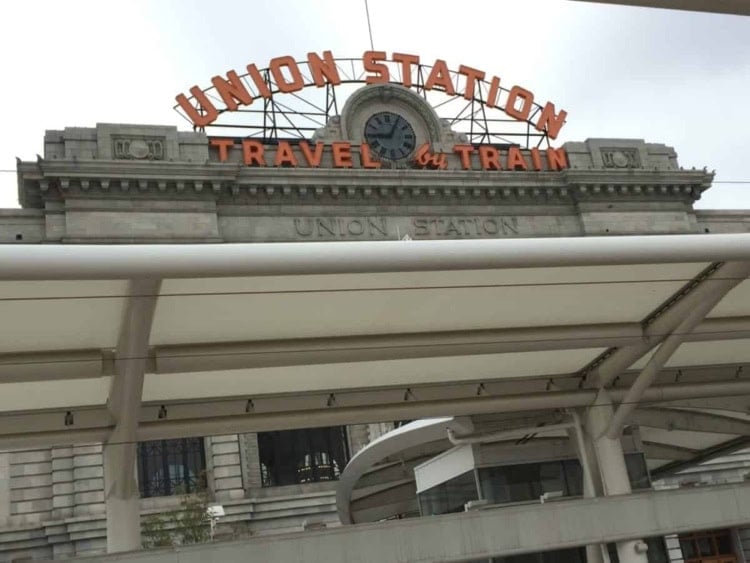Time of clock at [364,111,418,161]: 9:05
